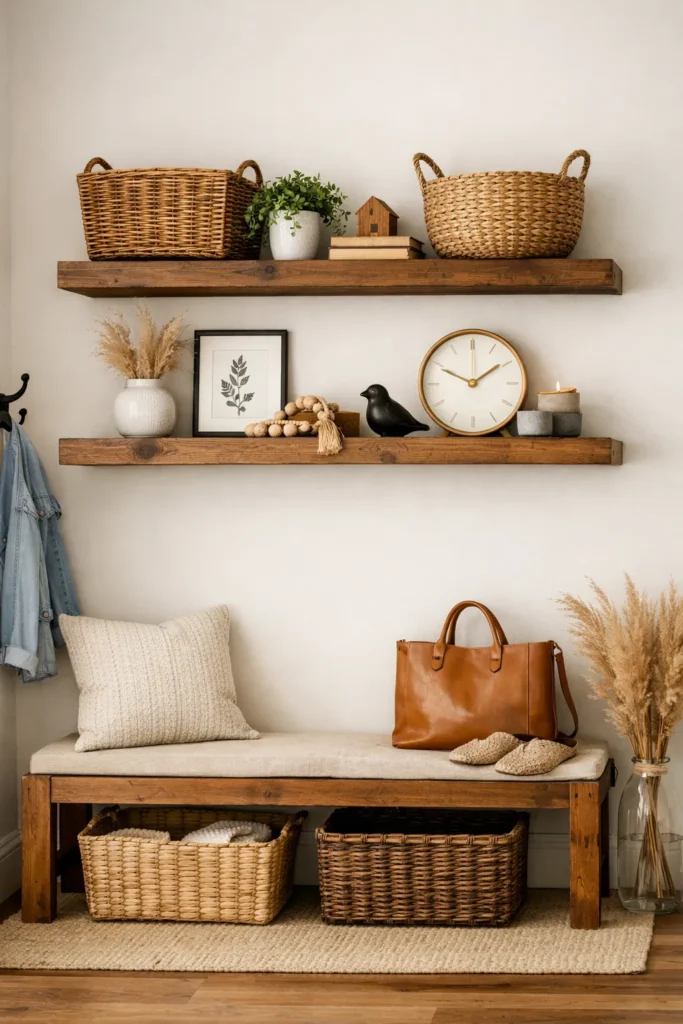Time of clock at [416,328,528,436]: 1:49
